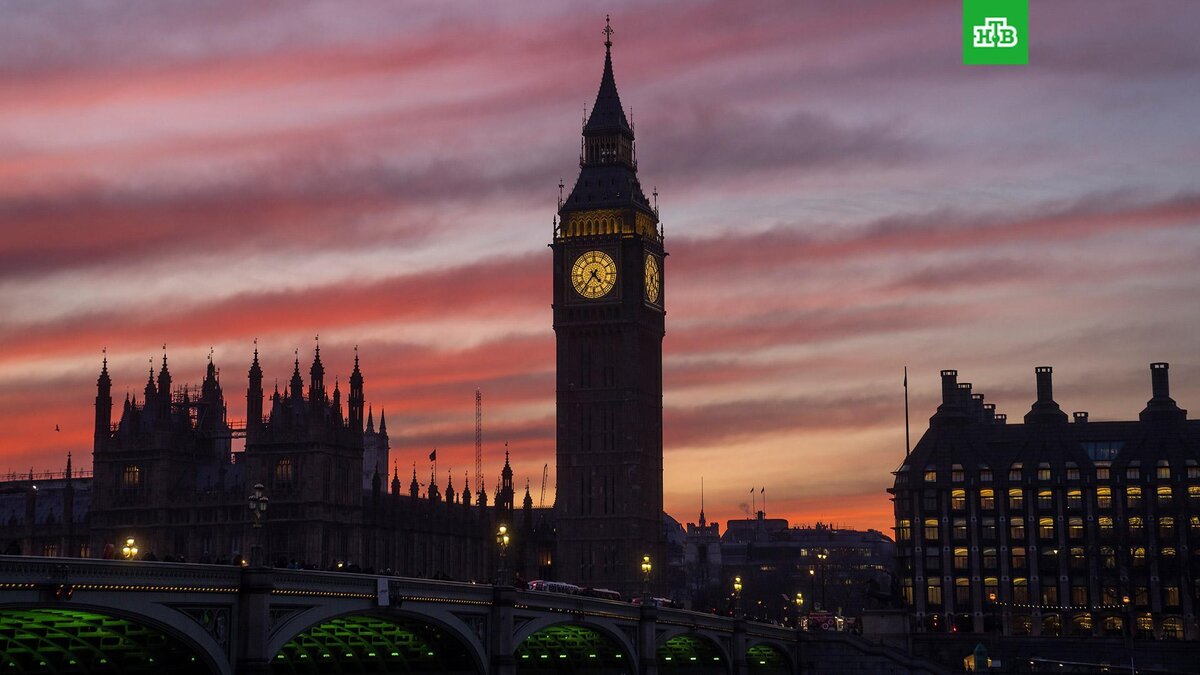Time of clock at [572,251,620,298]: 4:36
